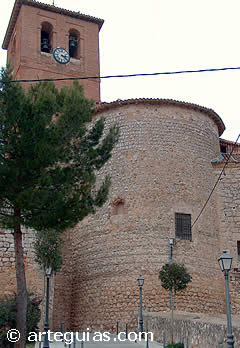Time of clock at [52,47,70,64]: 3:21
